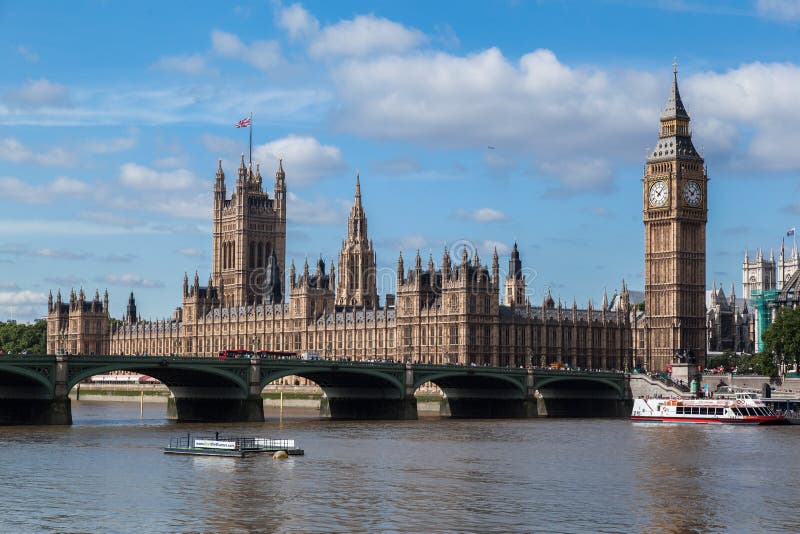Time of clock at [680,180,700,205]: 10:07
